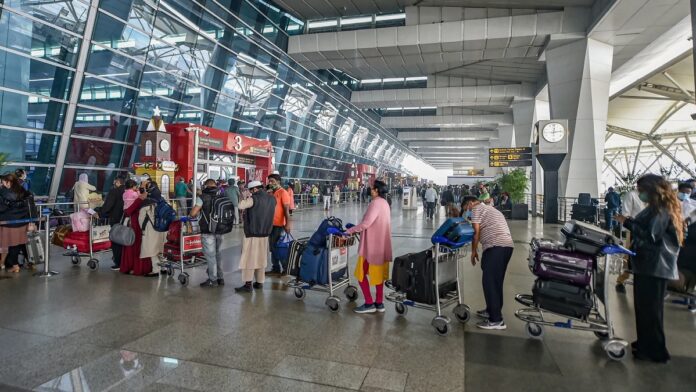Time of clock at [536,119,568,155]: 12:13
